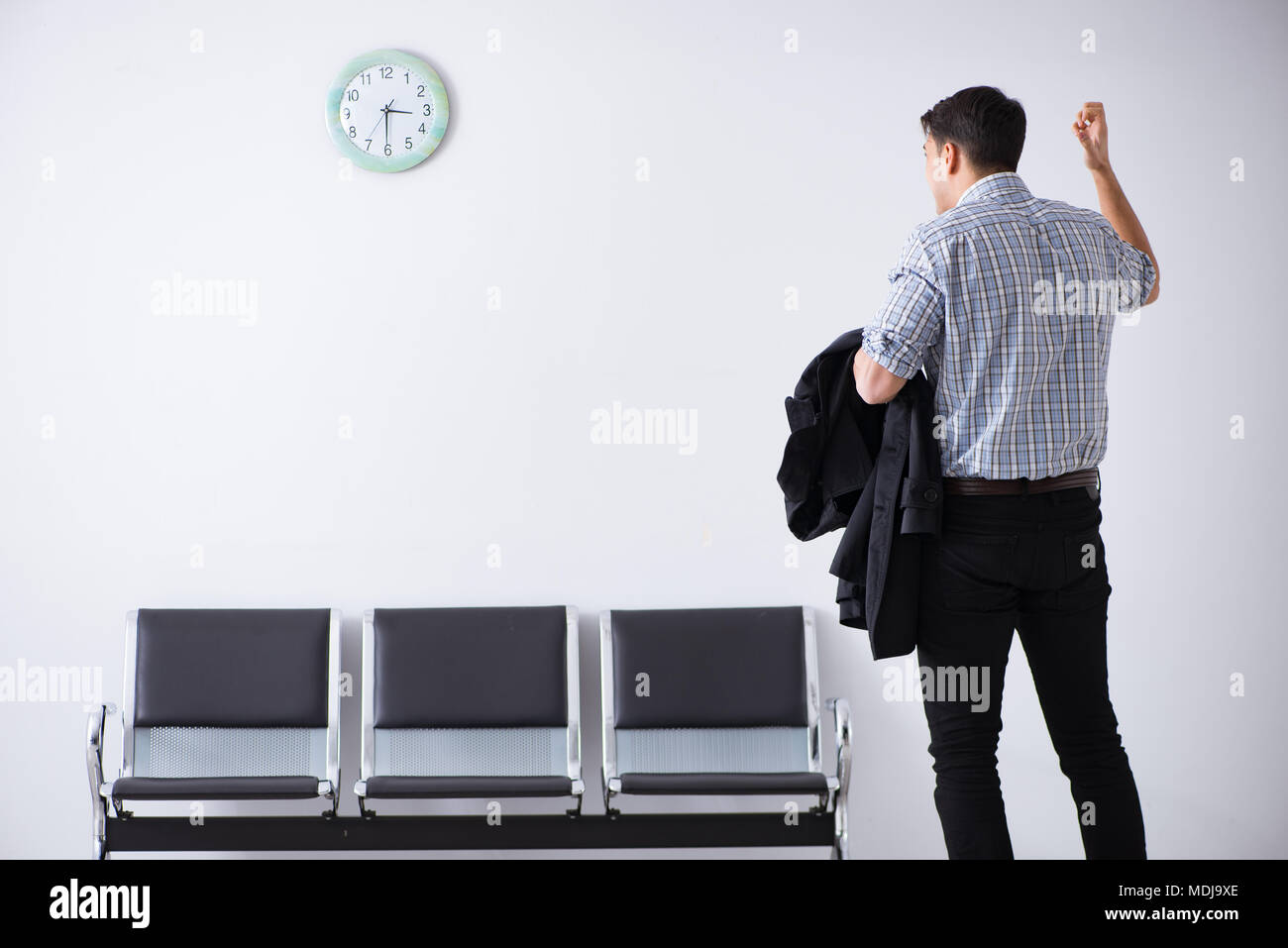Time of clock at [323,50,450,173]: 3:30
